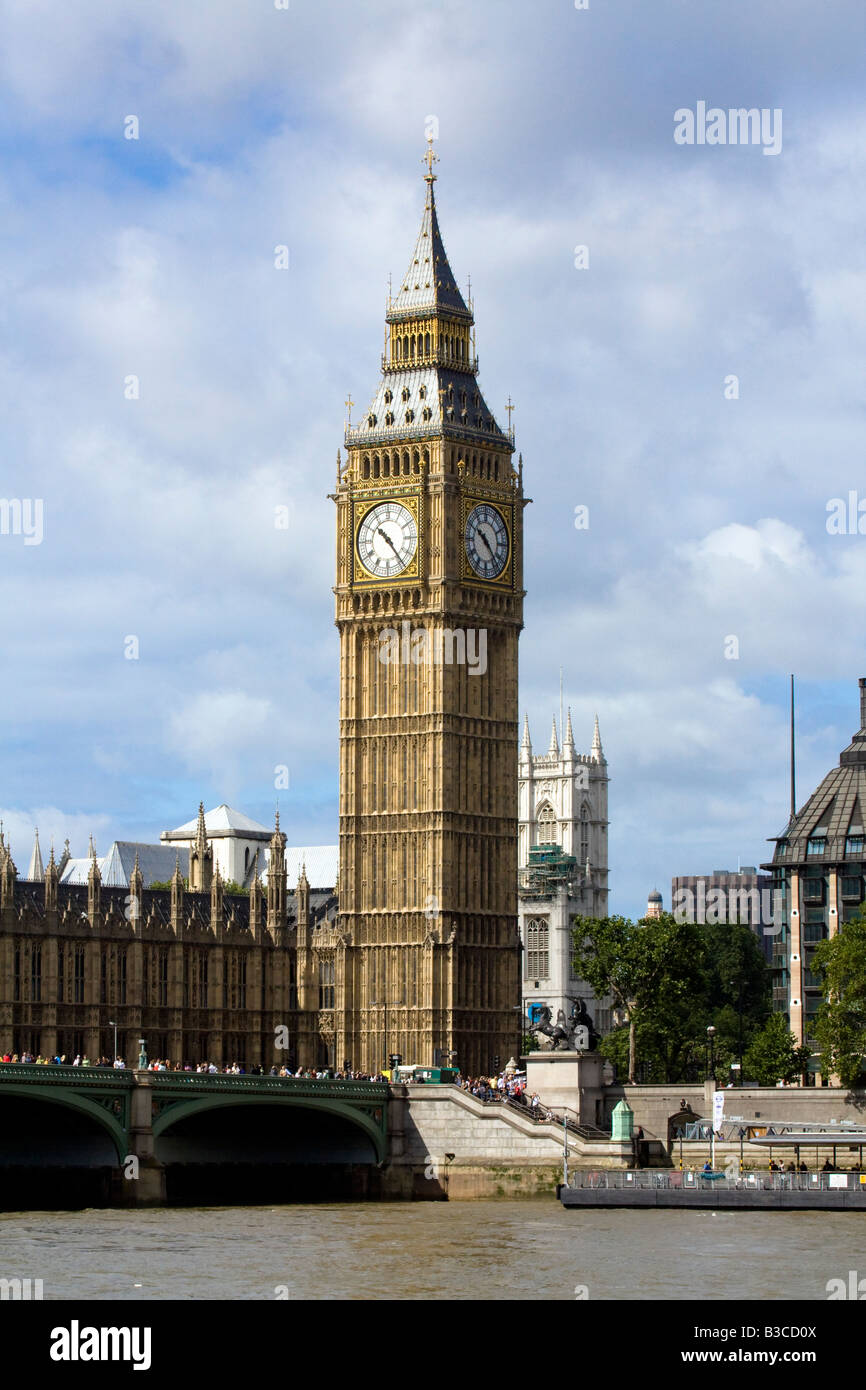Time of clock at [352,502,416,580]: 10:23
